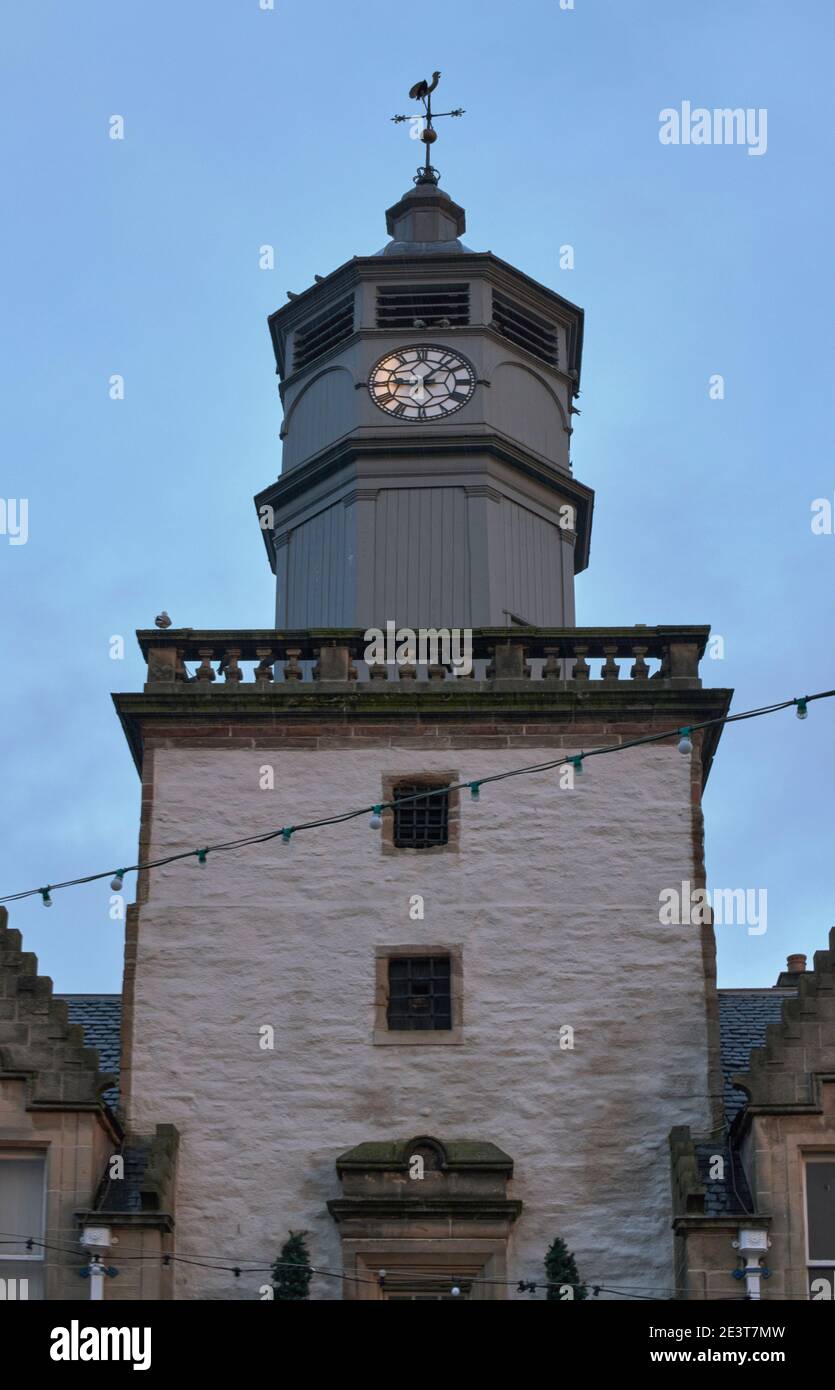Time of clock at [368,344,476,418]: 9:07
